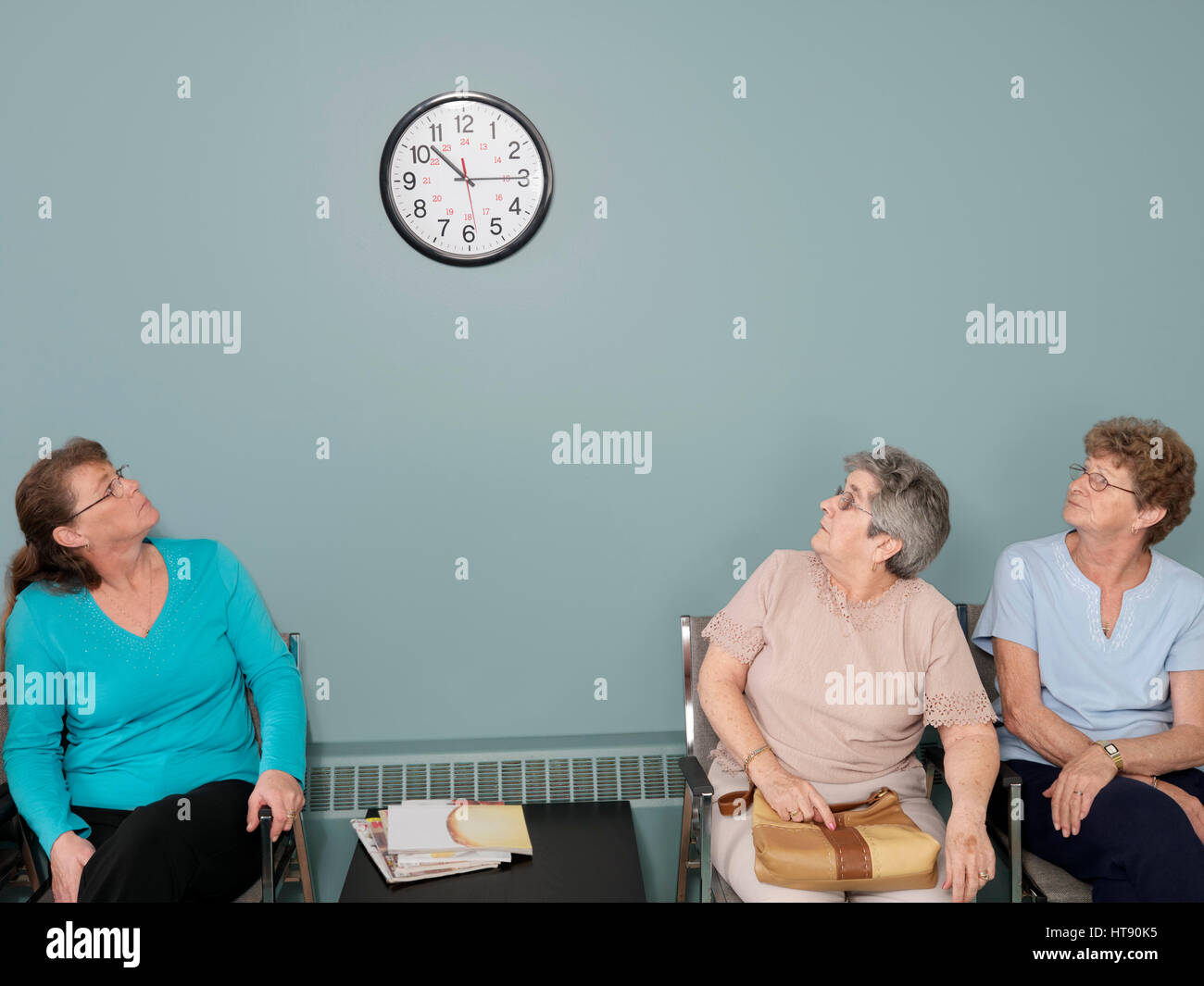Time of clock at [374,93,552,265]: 10:14
